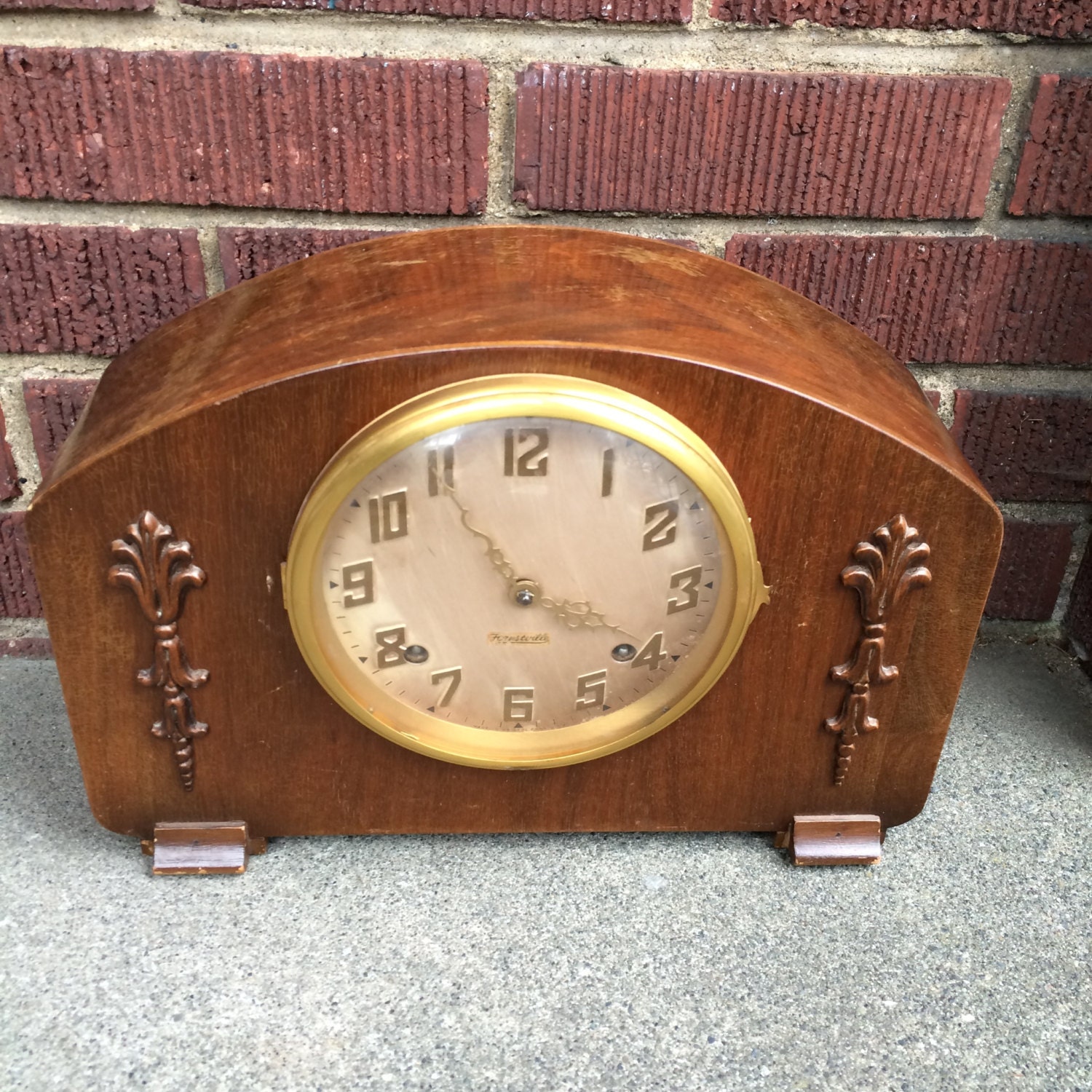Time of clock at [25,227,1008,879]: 3:54
